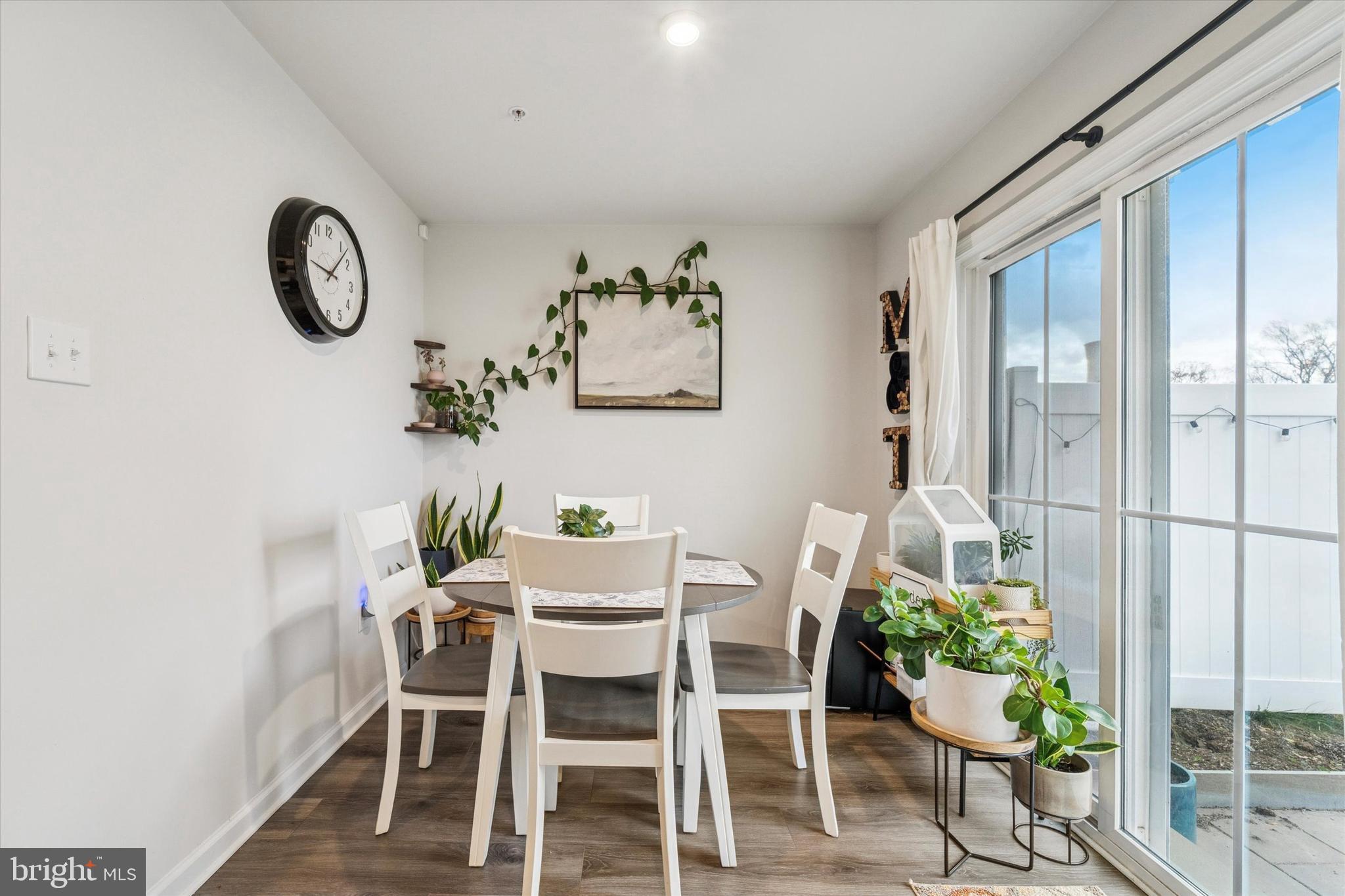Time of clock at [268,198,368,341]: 9:07
